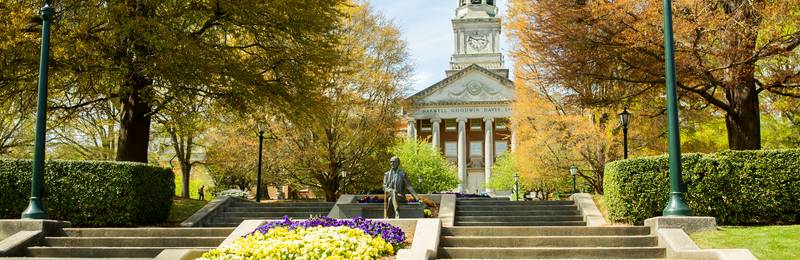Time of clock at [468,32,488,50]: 2:48
